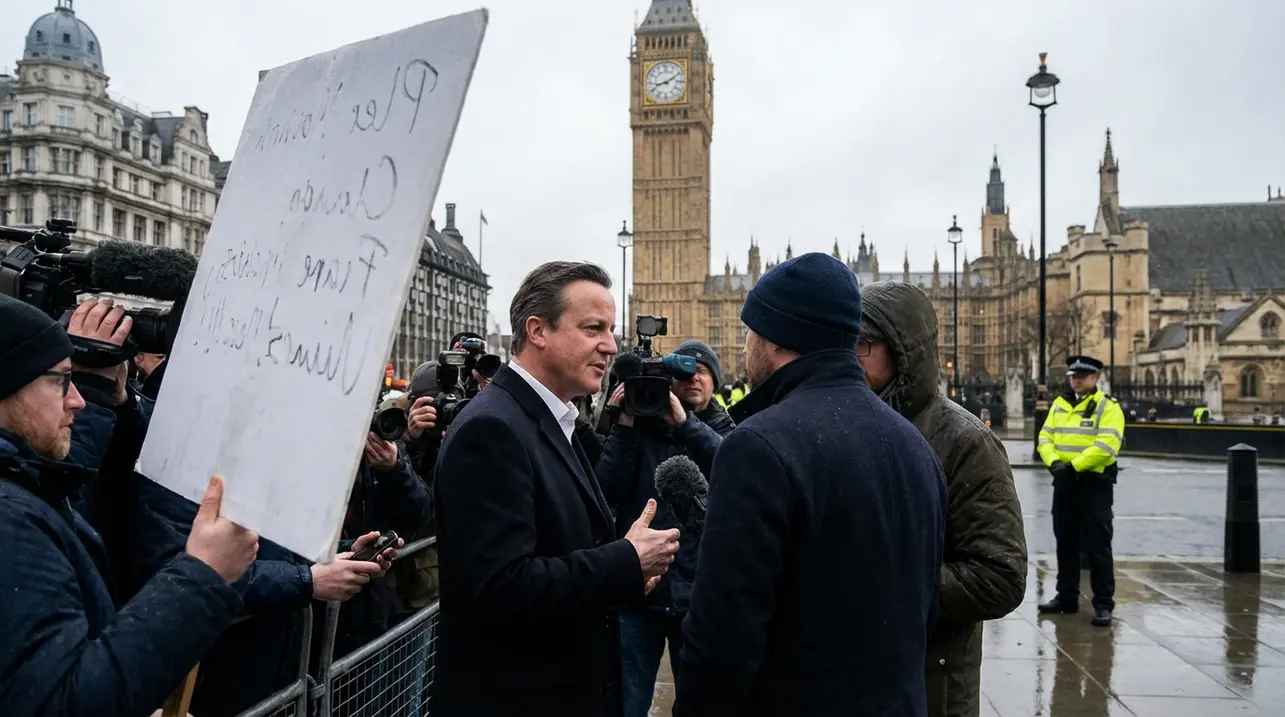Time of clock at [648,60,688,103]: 8:09
